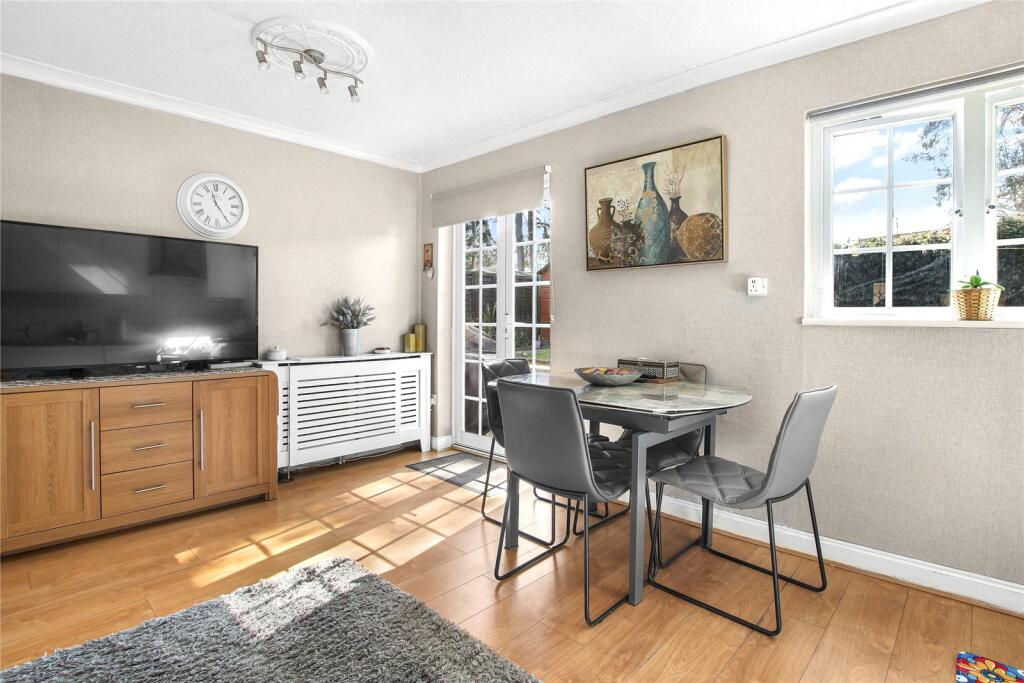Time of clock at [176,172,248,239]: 11:24
